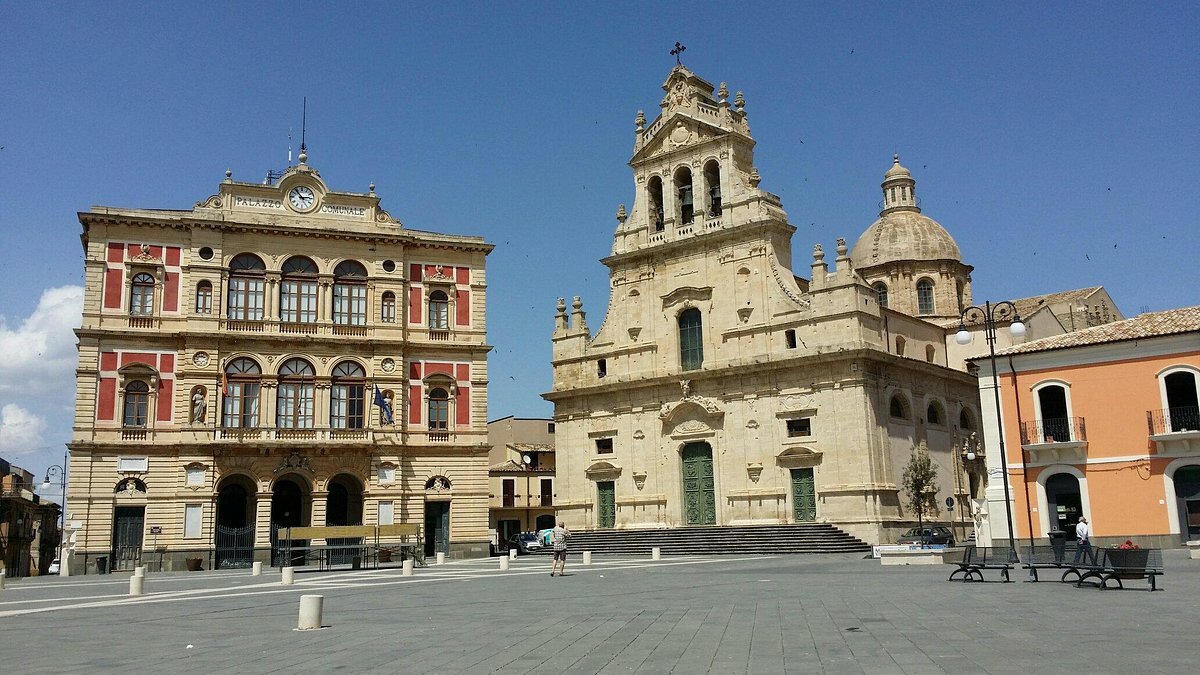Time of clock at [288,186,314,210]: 2:53
